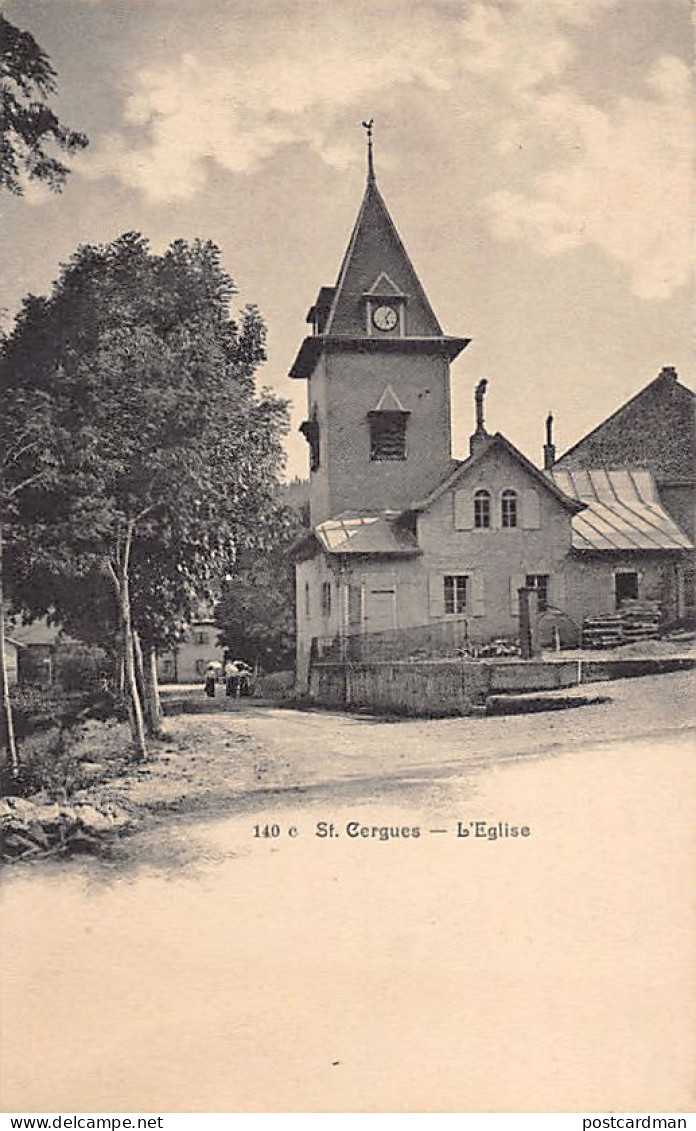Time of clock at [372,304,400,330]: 5:06
